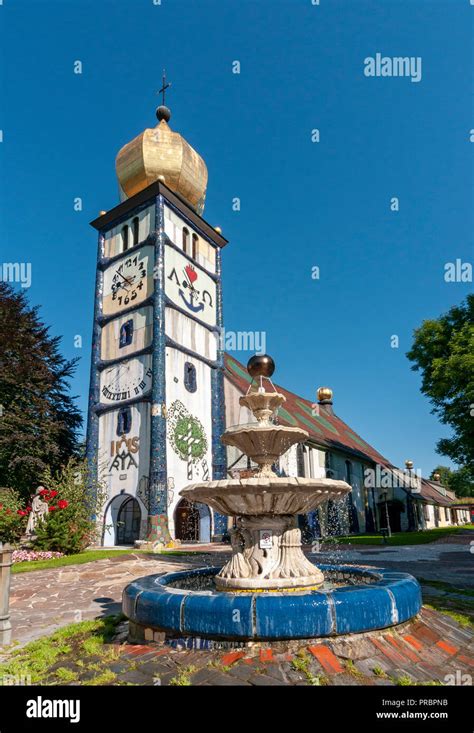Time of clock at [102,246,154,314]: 8:52
